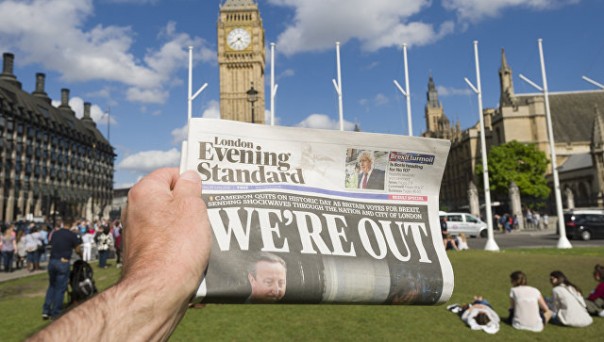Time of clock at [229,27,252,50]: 4:39
